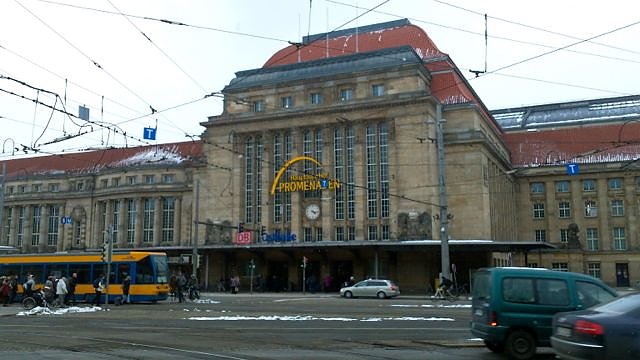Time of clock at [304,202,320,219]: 4:16
